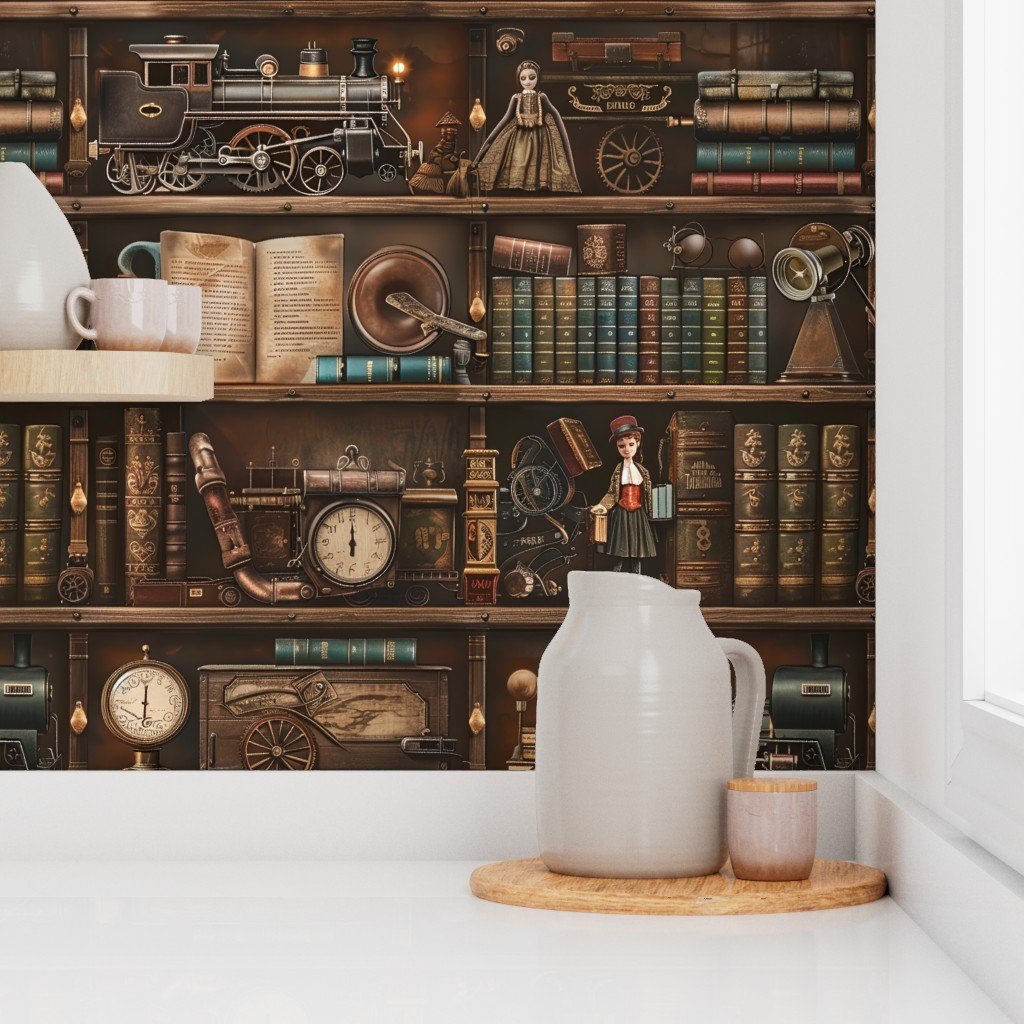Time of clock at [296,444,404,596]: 11:59
